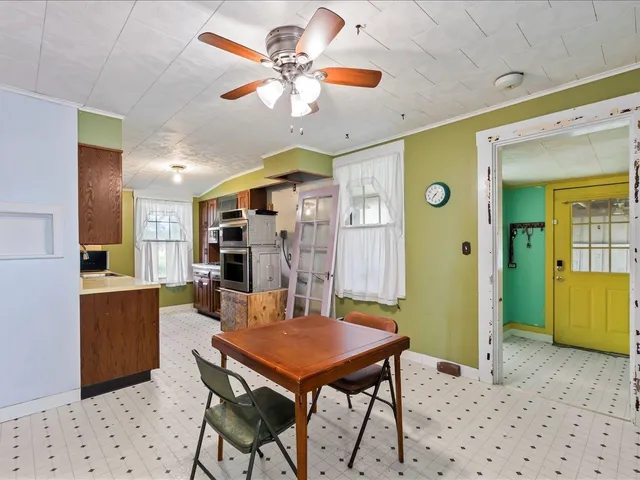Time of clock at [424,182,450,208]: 7:36
